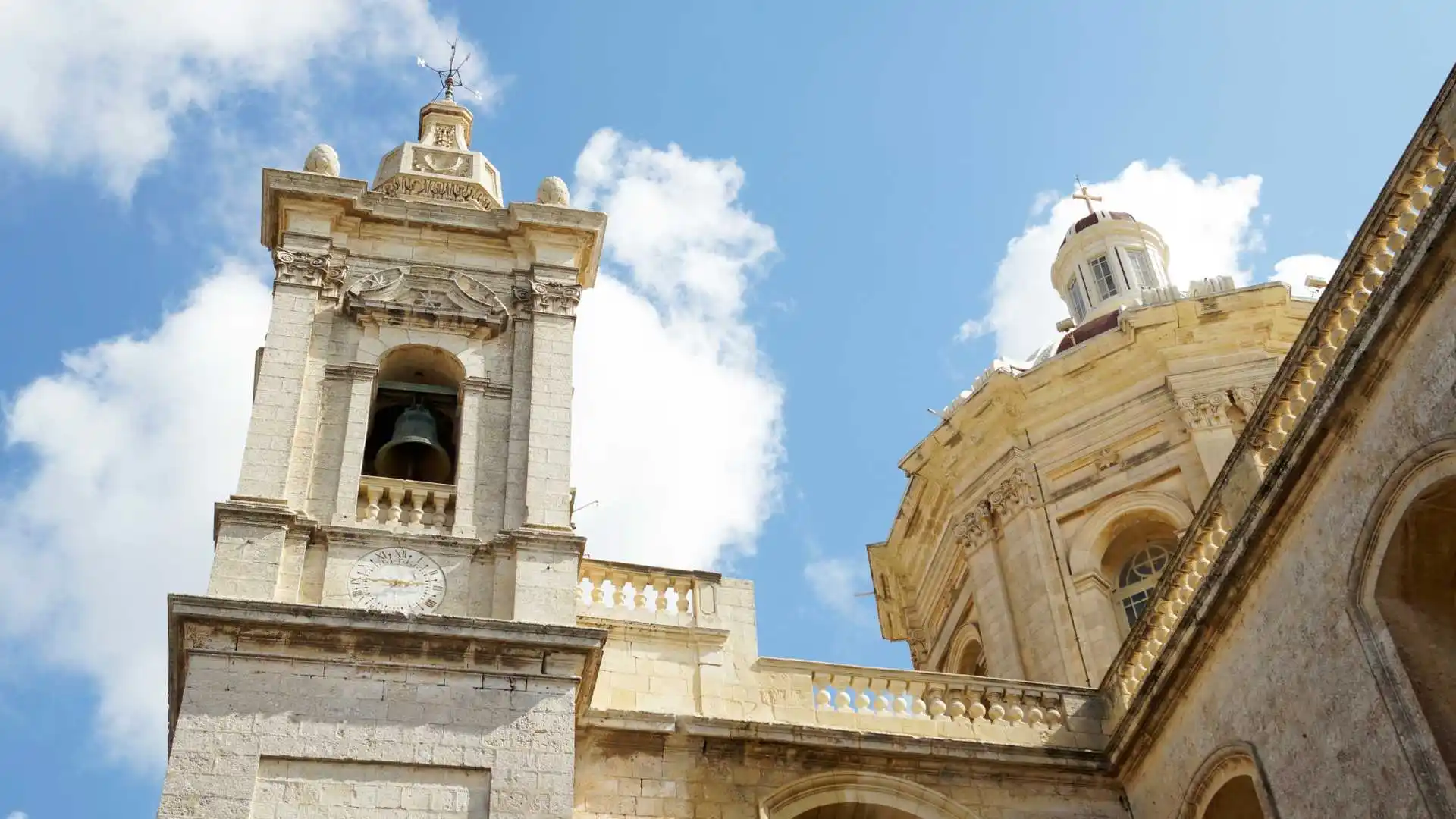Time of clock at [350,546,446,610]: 9:13
